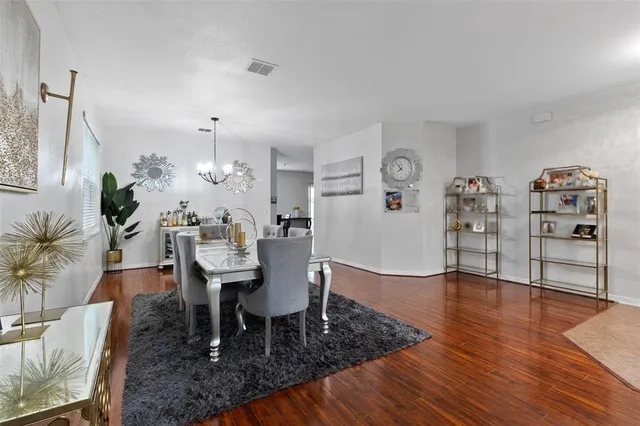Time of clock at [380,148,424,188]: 7:53
